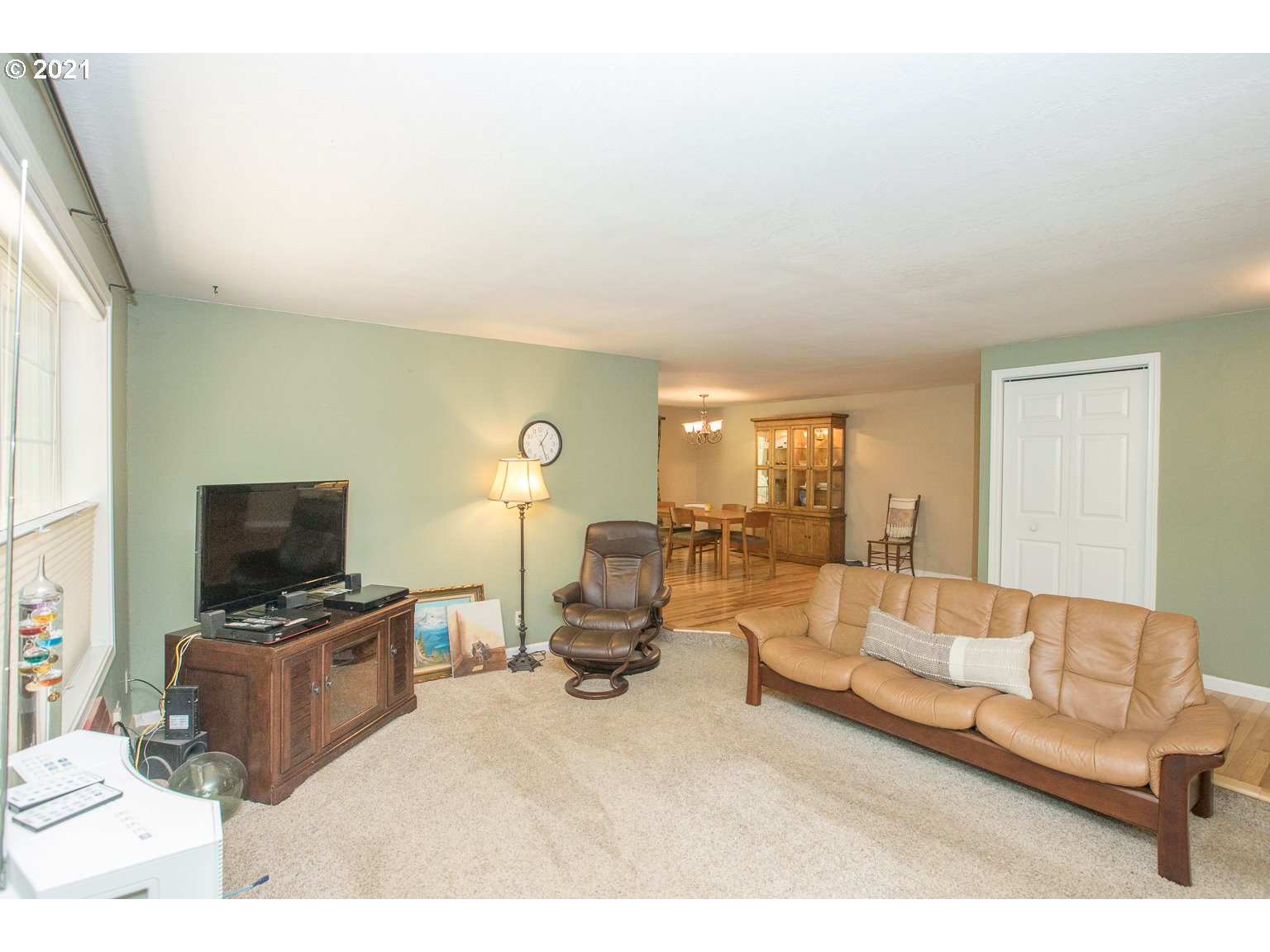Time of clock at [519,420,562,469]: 1:26
